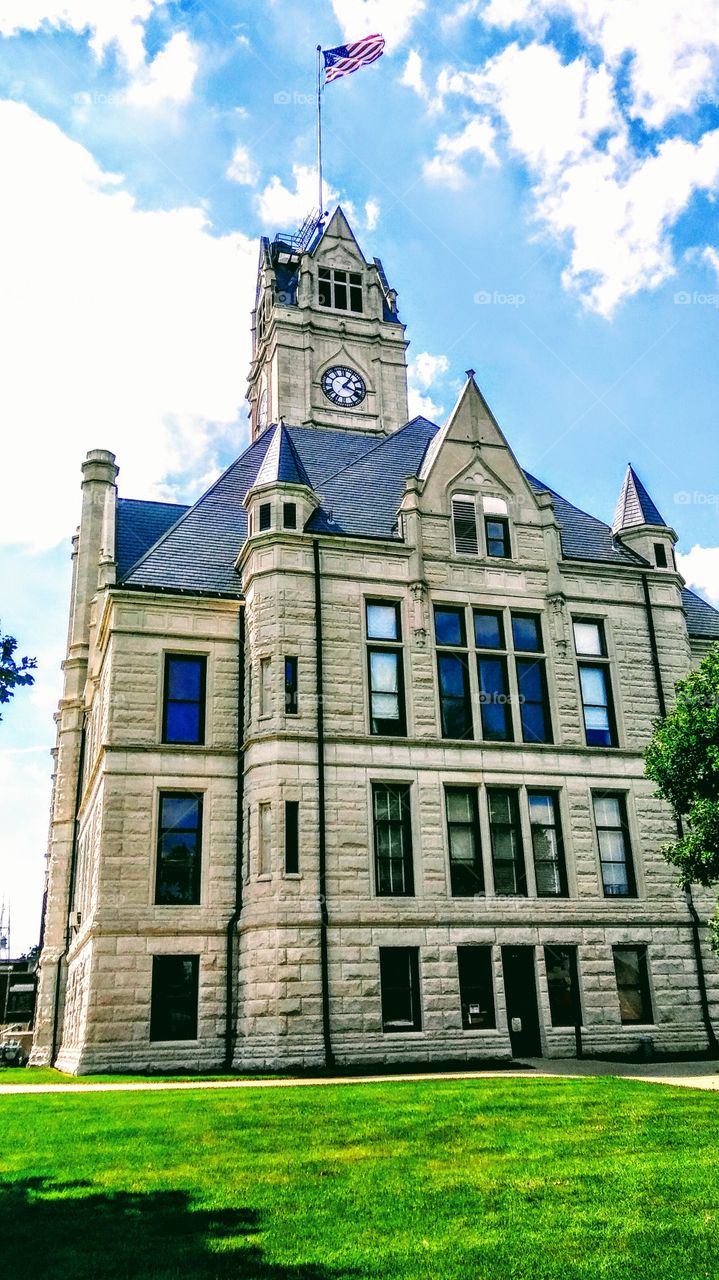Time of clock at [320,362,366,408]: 1:18
